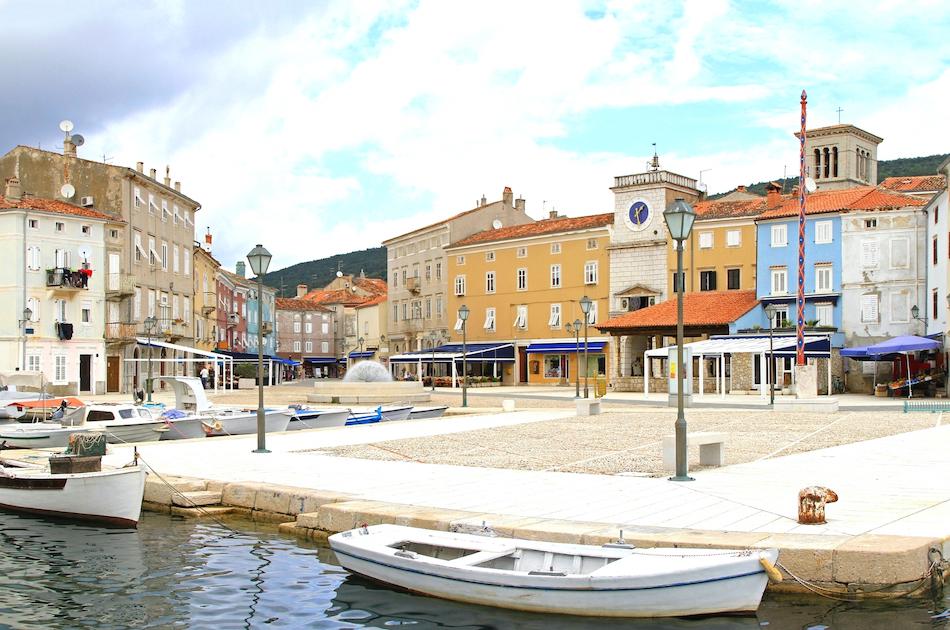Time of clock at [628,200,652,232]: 1:28
